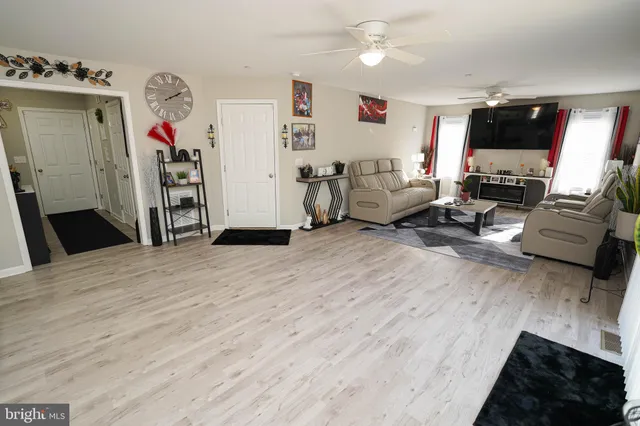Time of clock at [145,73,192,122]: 2:10
